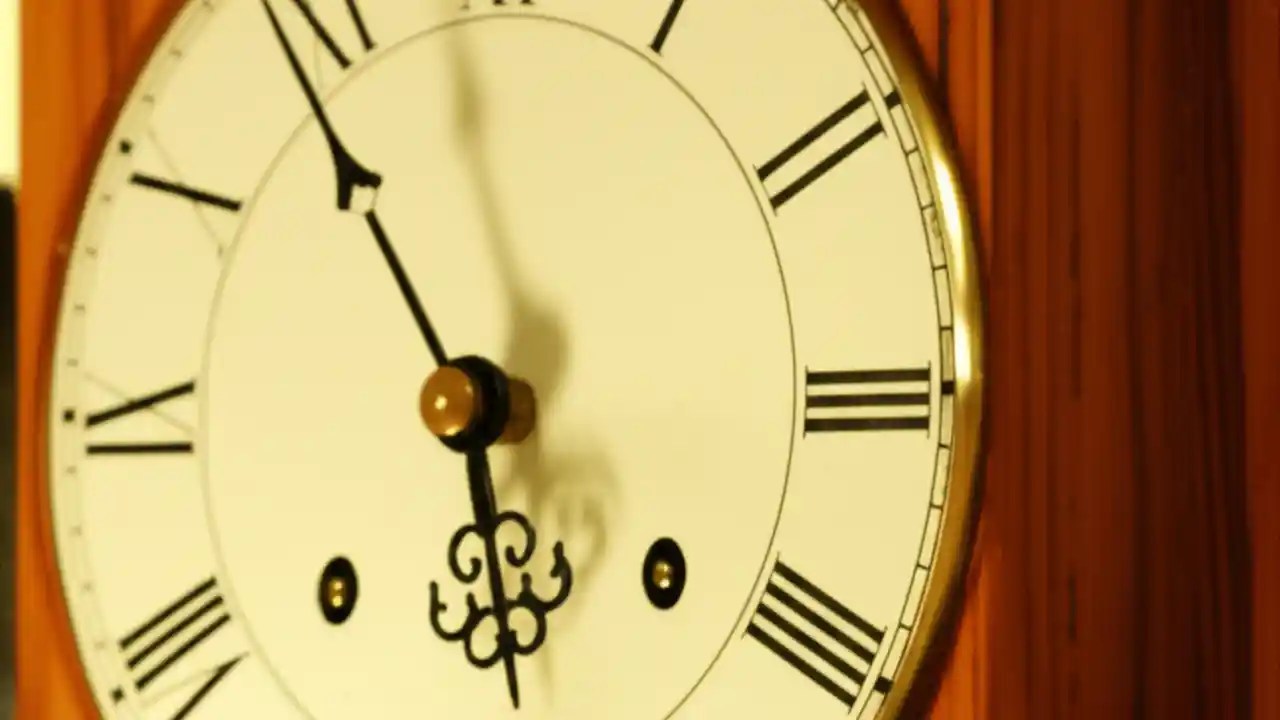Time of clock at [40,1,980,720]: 5:54
